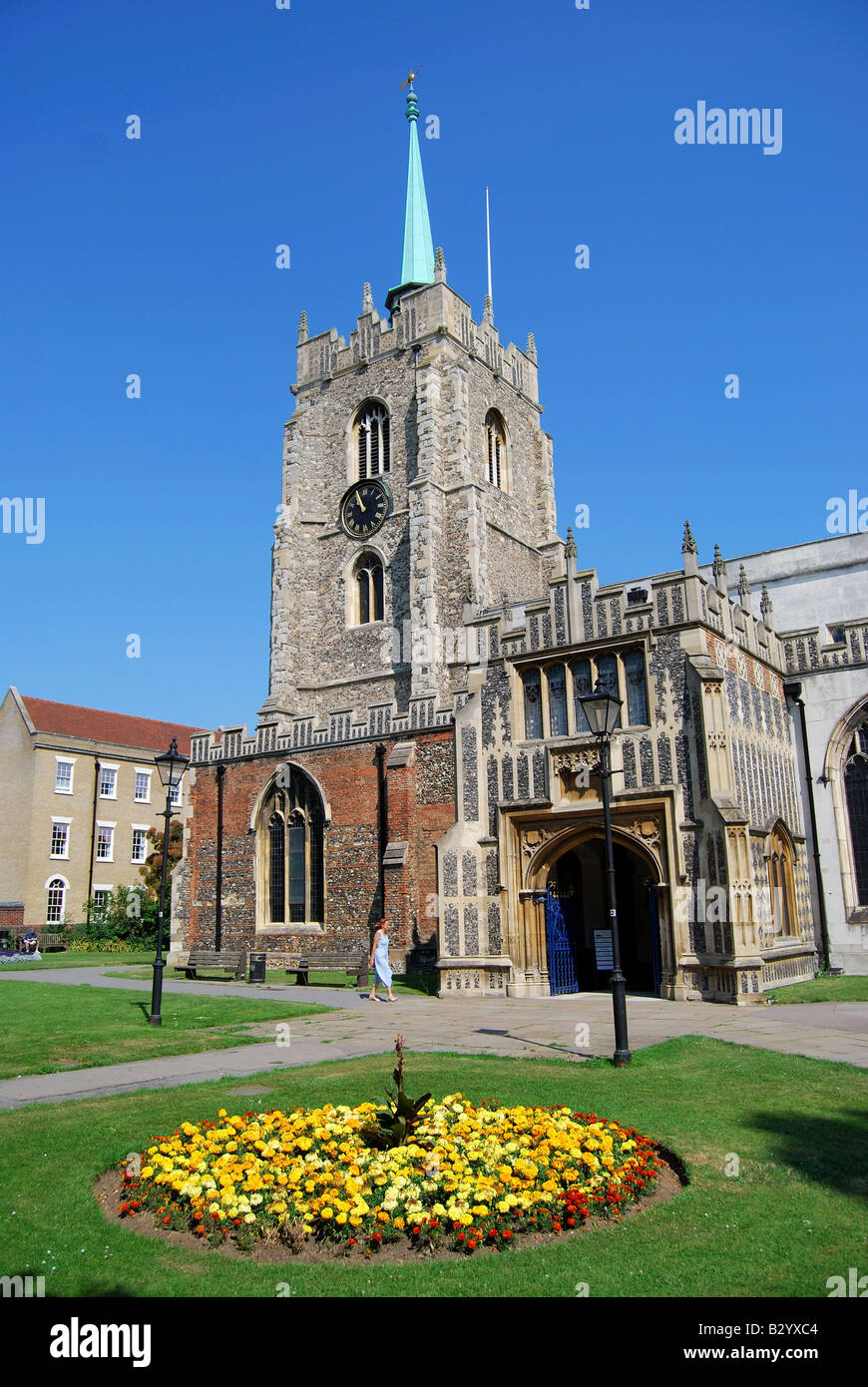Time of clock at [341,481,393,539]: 10:56
